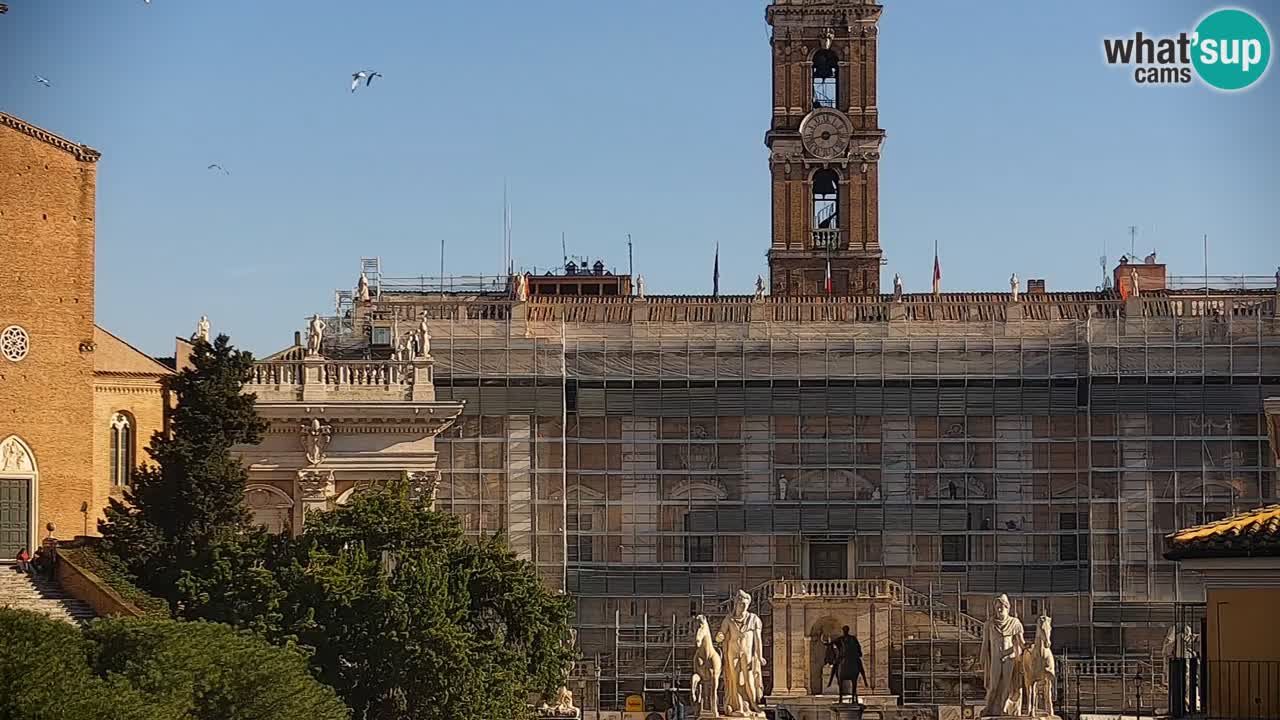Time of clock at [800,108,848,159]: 2:42
